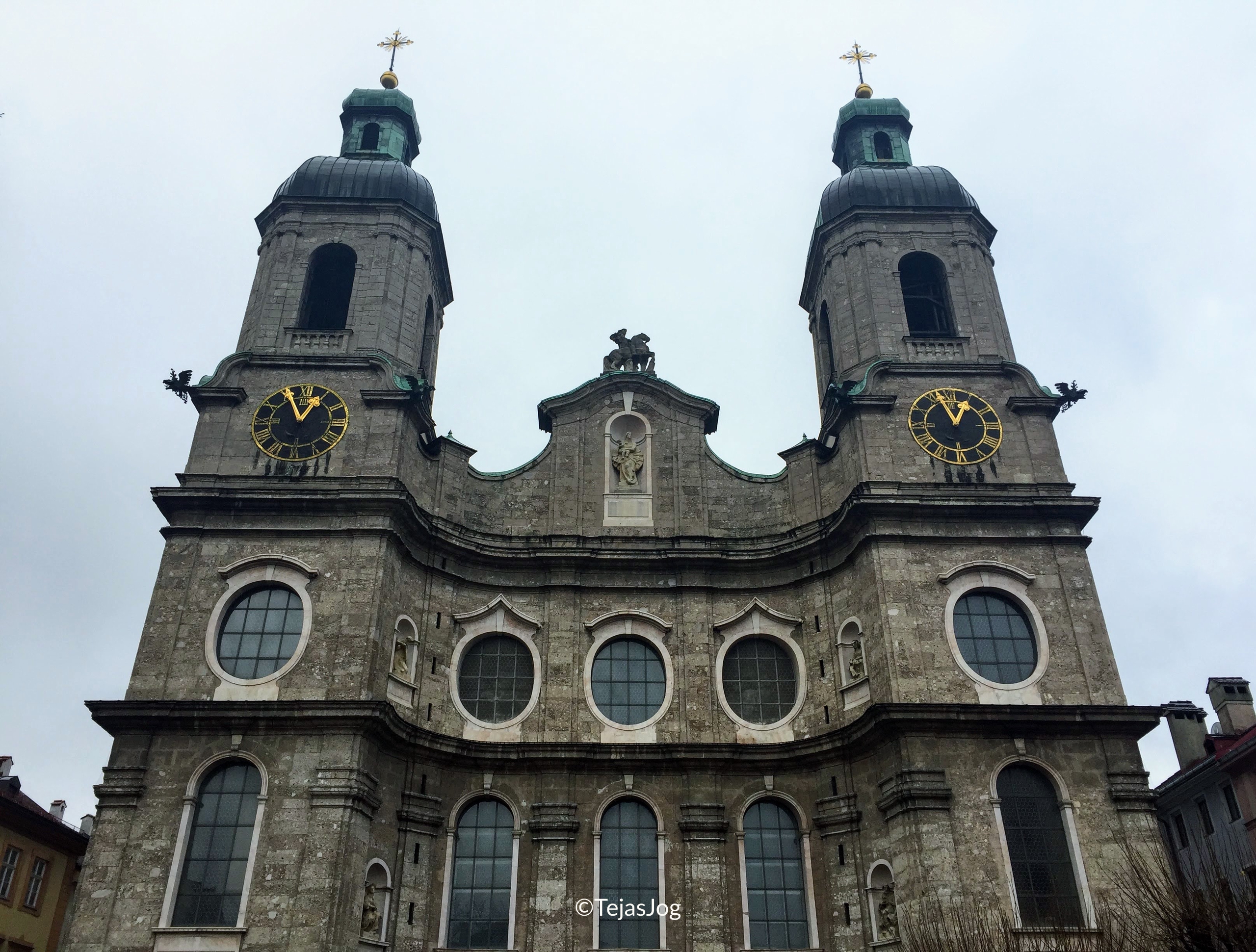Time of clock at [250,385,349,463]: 12:55
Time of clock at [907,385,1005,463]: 12:57
